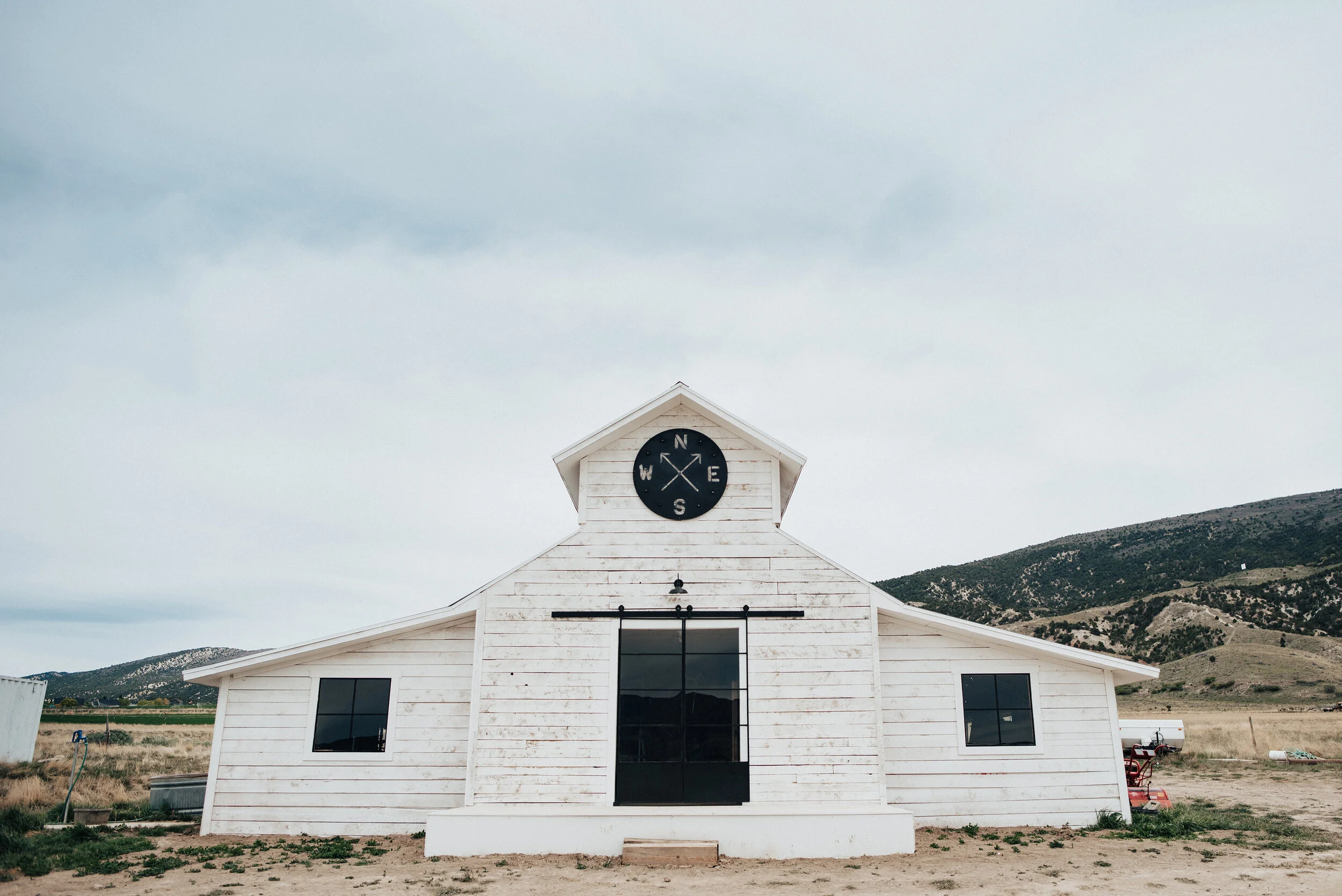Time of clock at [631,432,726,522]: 7:22
